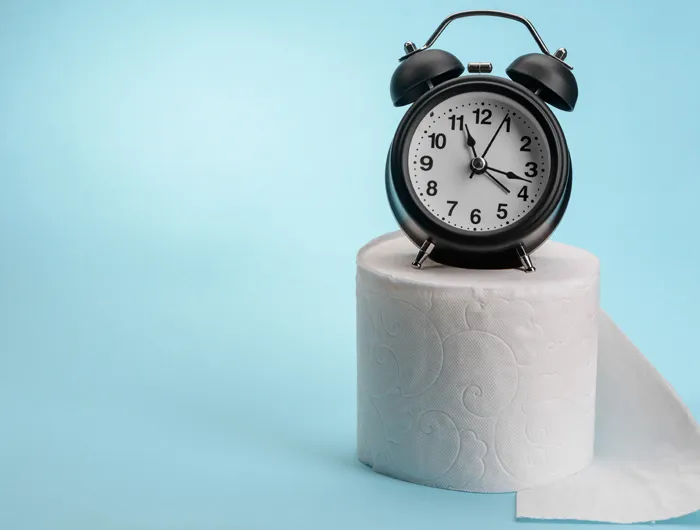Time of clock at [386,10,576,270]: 11:17
